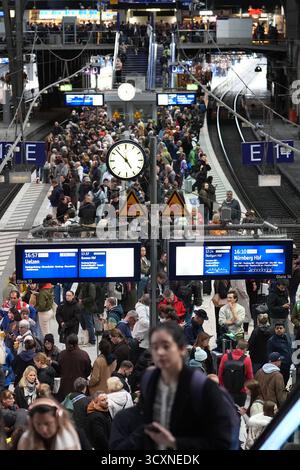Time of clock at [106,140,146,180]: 4:52
